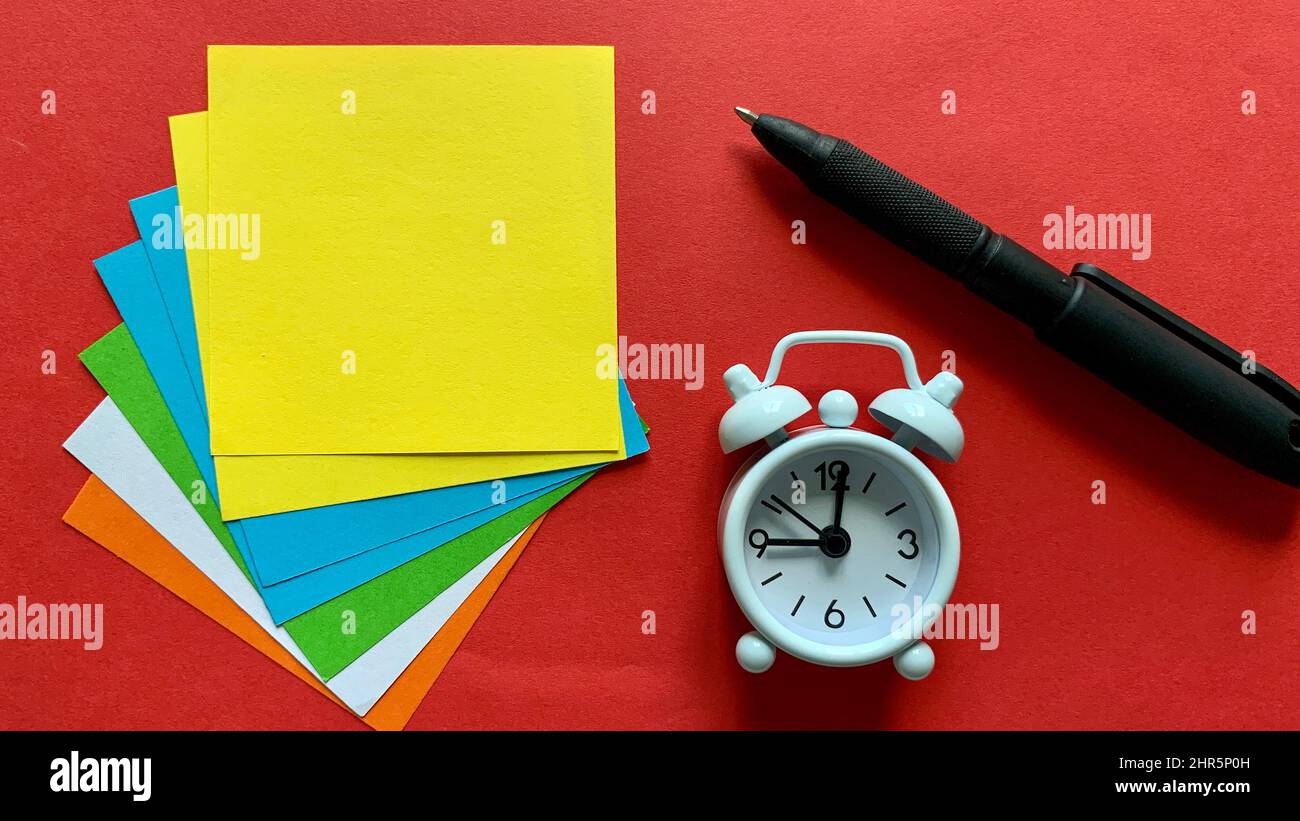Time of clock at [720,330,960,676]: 9:01
